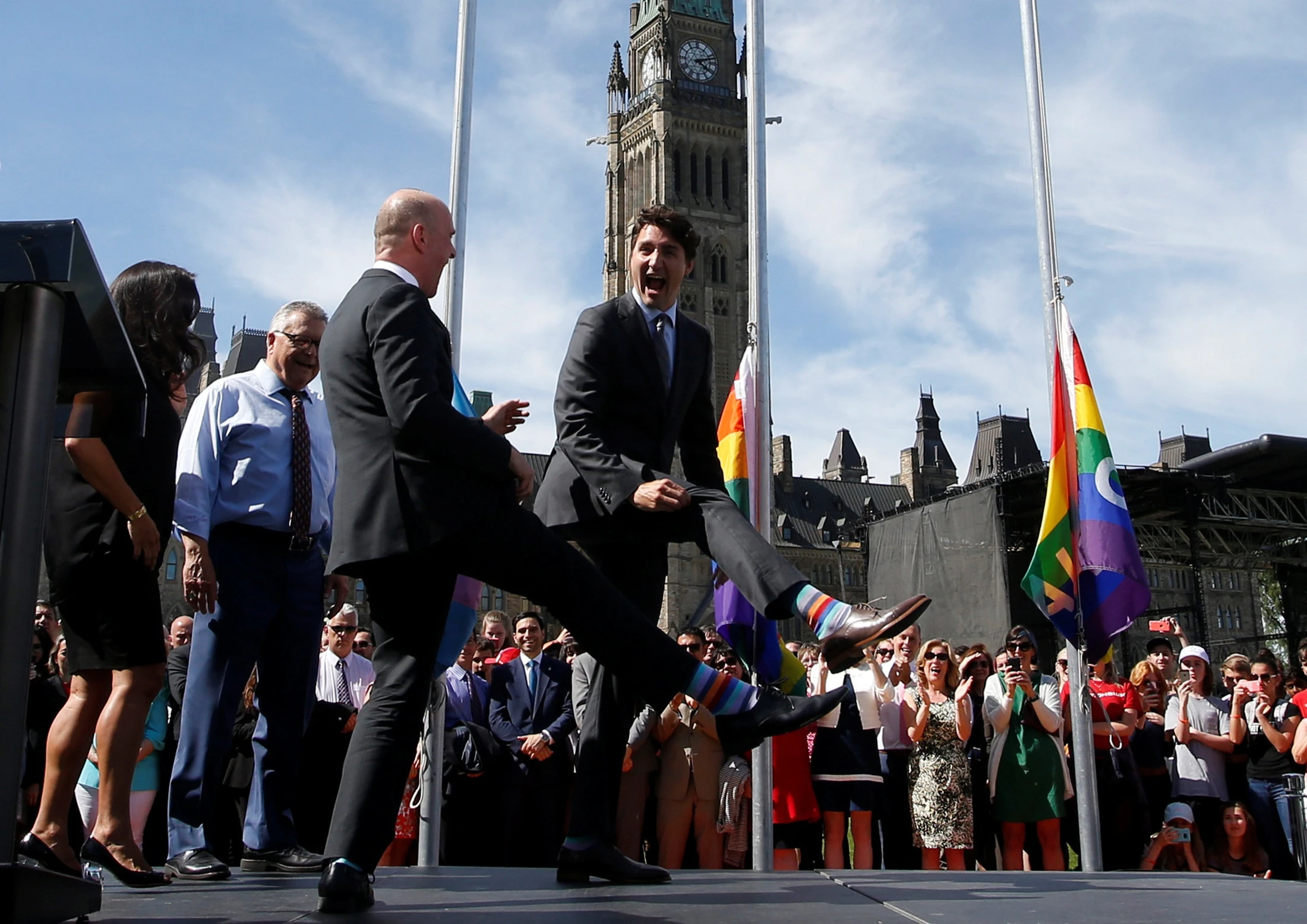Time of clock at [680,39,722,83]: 4:12
